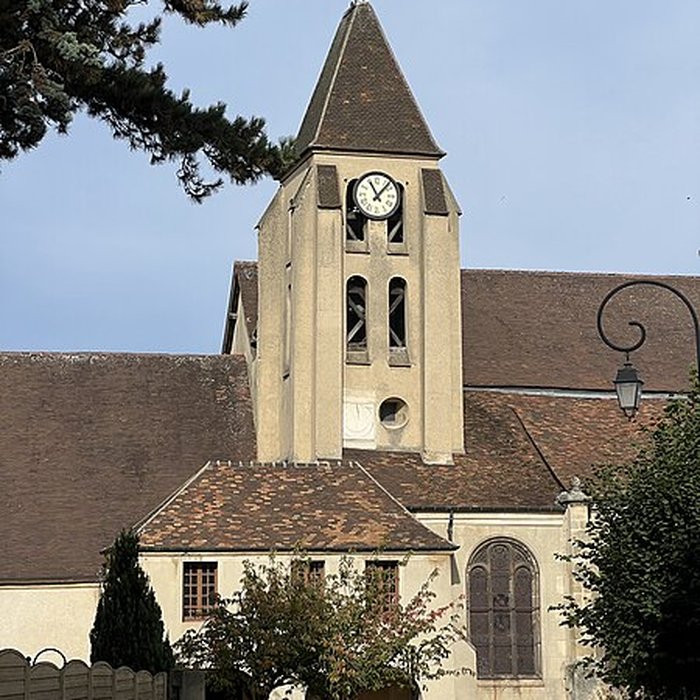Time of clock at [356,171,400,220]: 11:07
